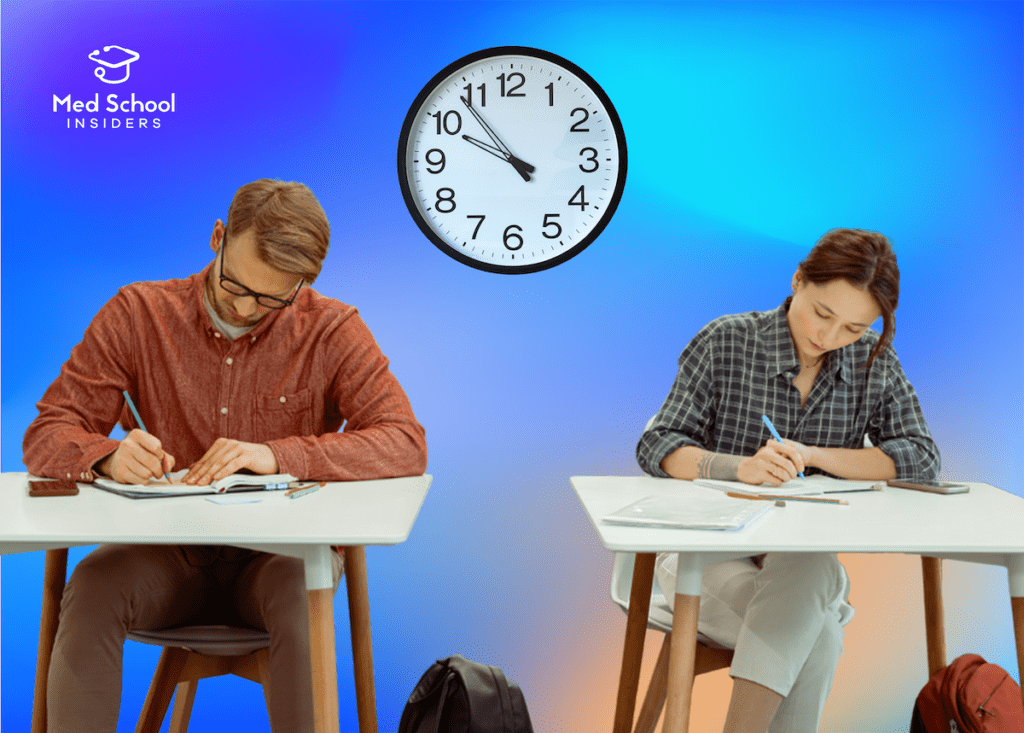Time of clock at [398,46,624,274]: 9:53
